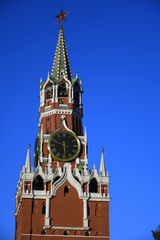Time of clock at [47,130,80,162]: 5:48
